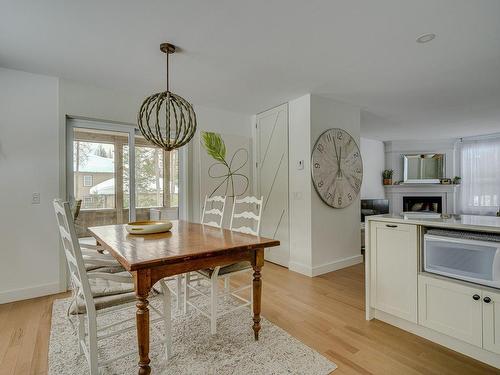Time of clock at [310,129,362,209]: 11:57
